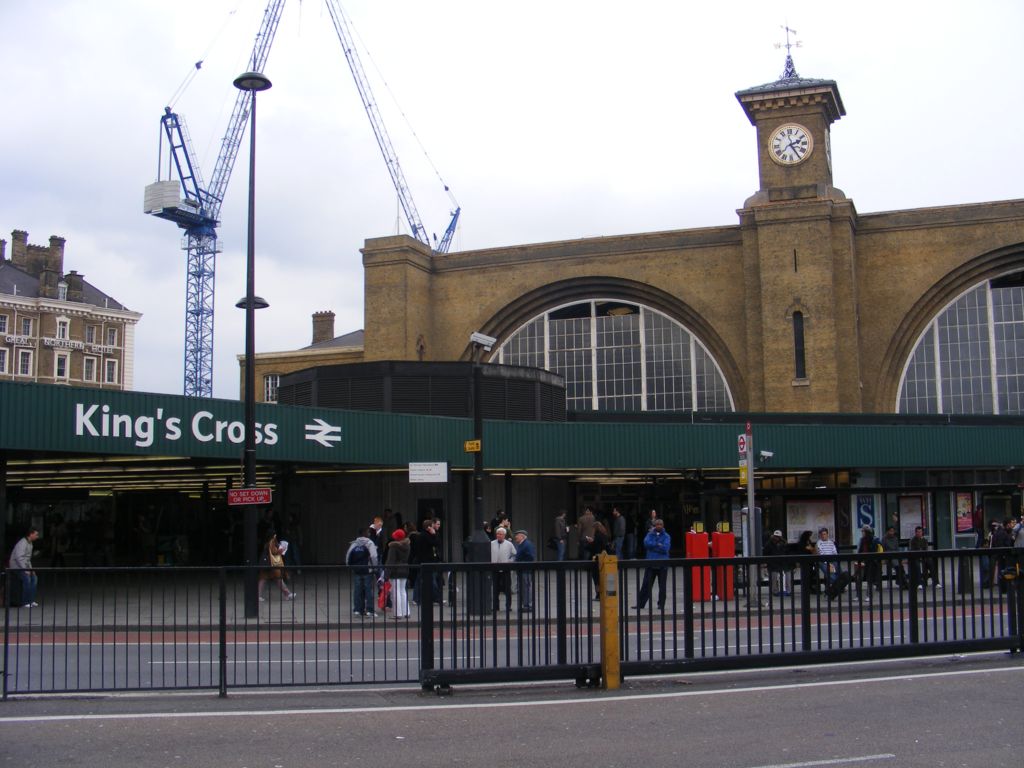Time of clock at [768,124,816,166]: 2:24
